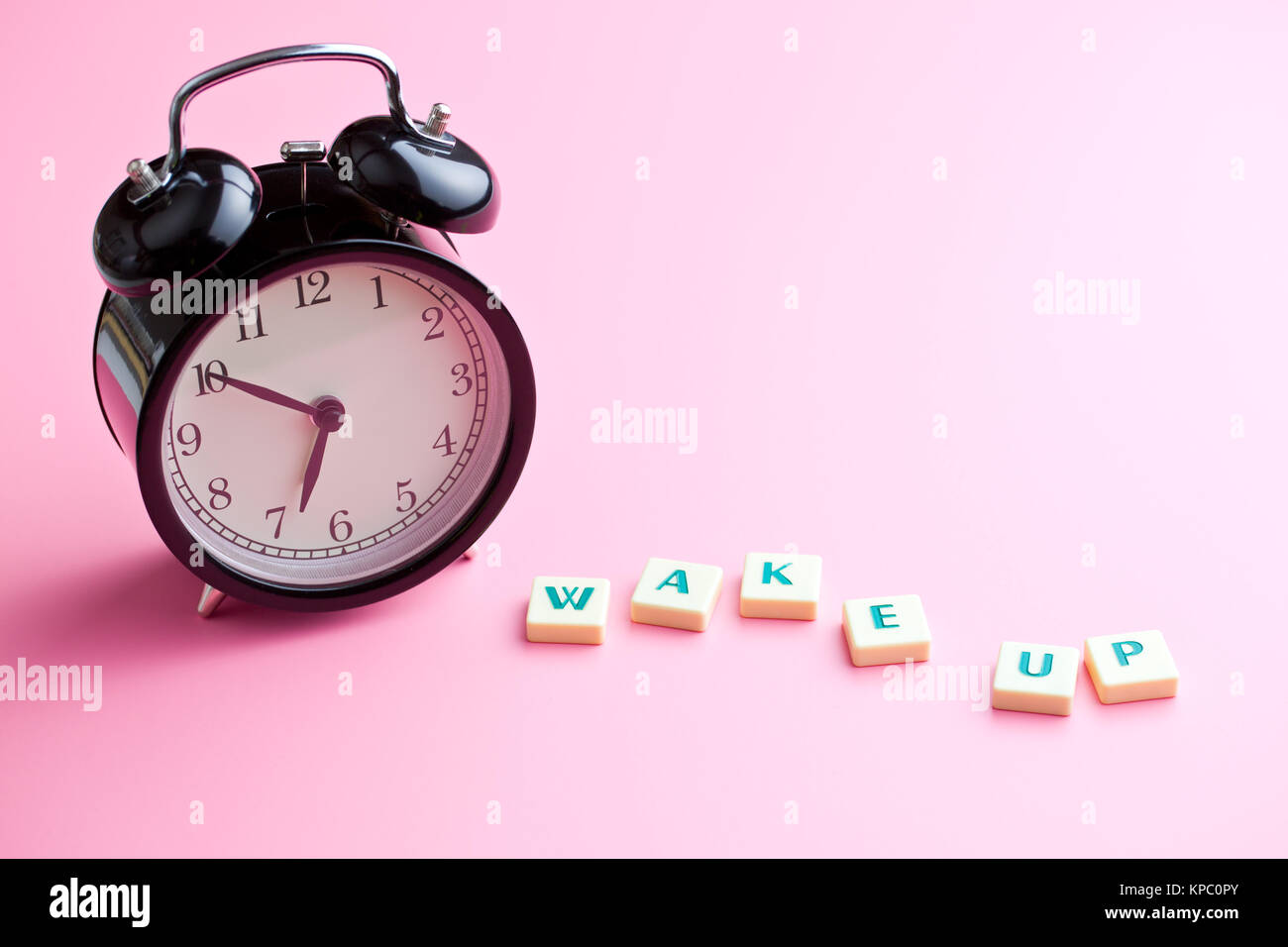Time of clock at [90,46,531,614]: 6:50
